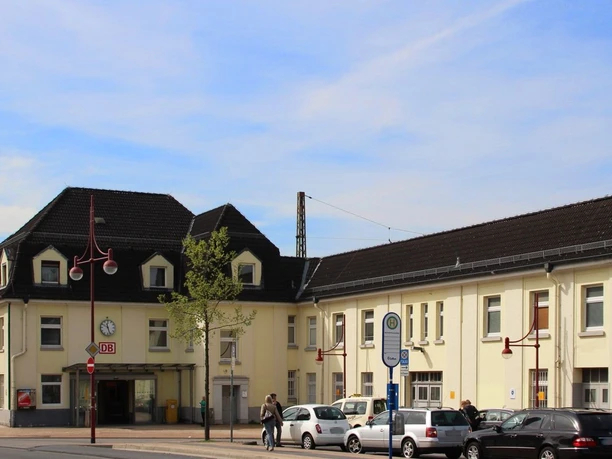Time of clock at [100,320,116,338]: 11:26
